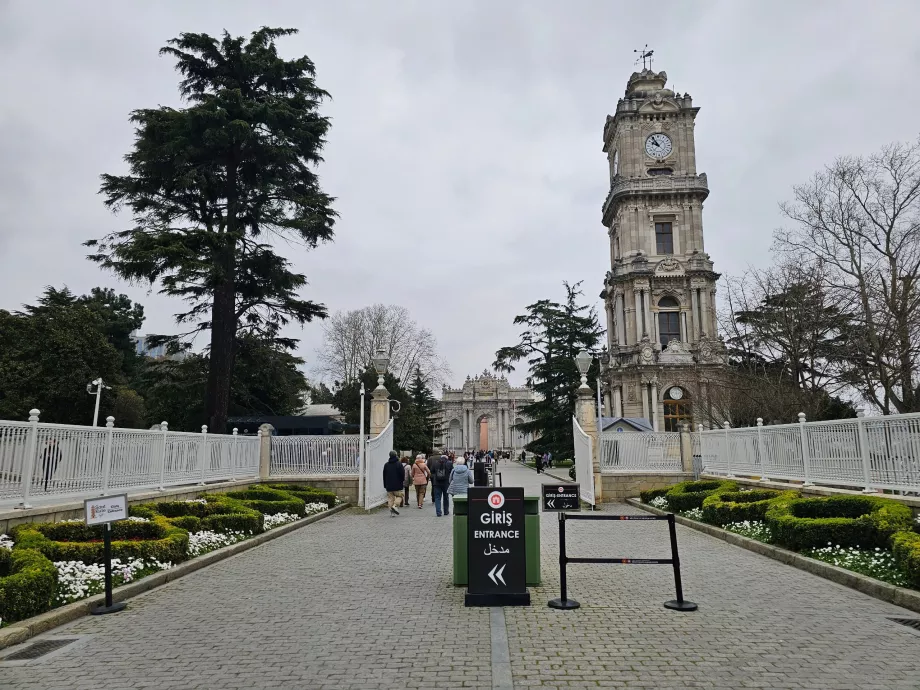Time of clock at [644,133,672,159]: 9:54
